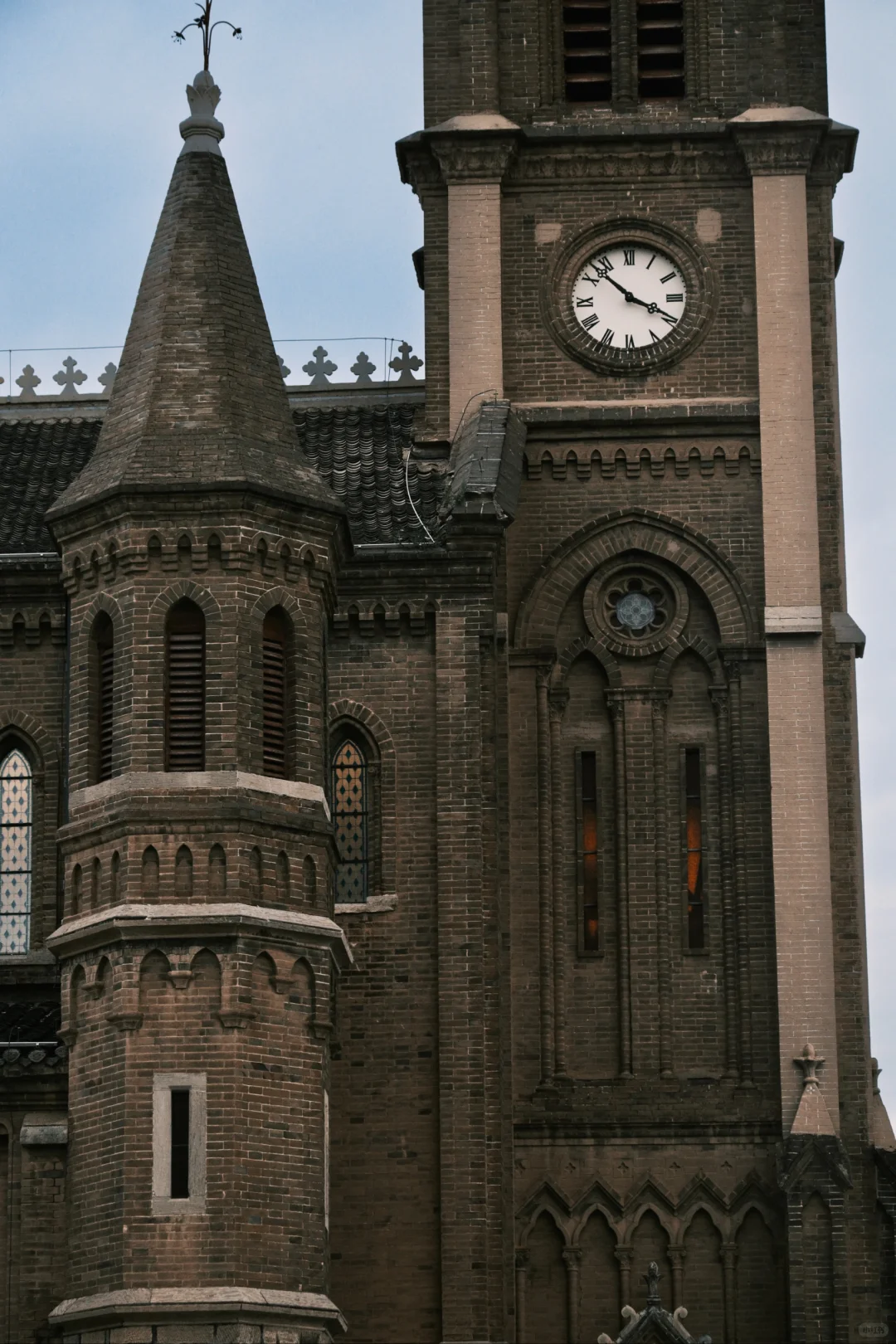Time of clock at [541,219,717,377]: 3:52
